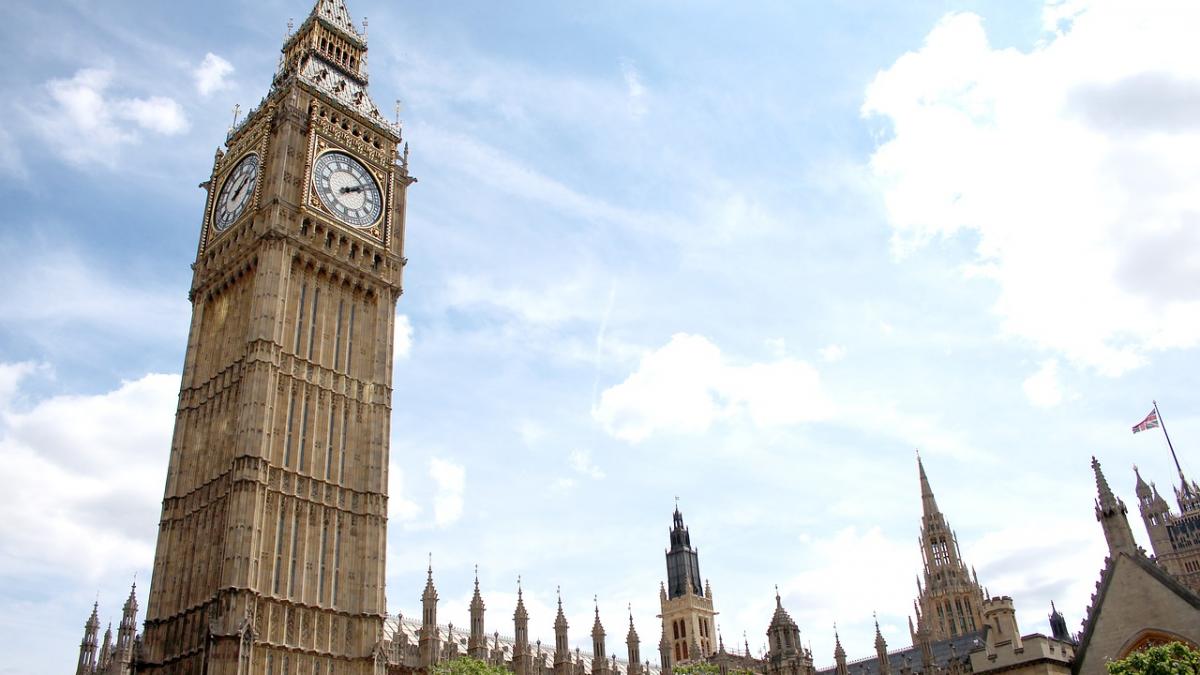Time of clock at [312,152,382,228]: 2:09
